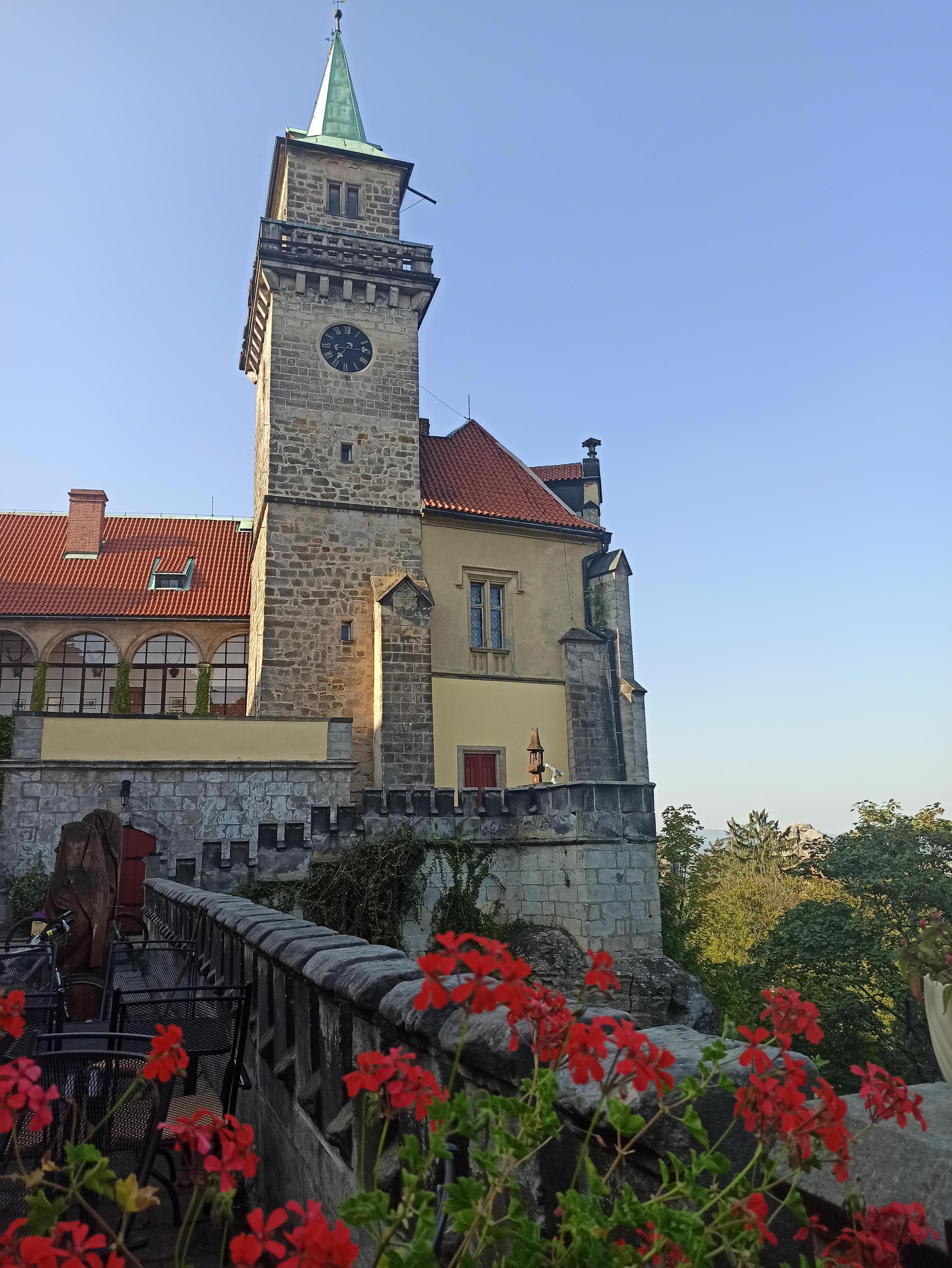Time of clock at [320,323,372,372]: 7:14
